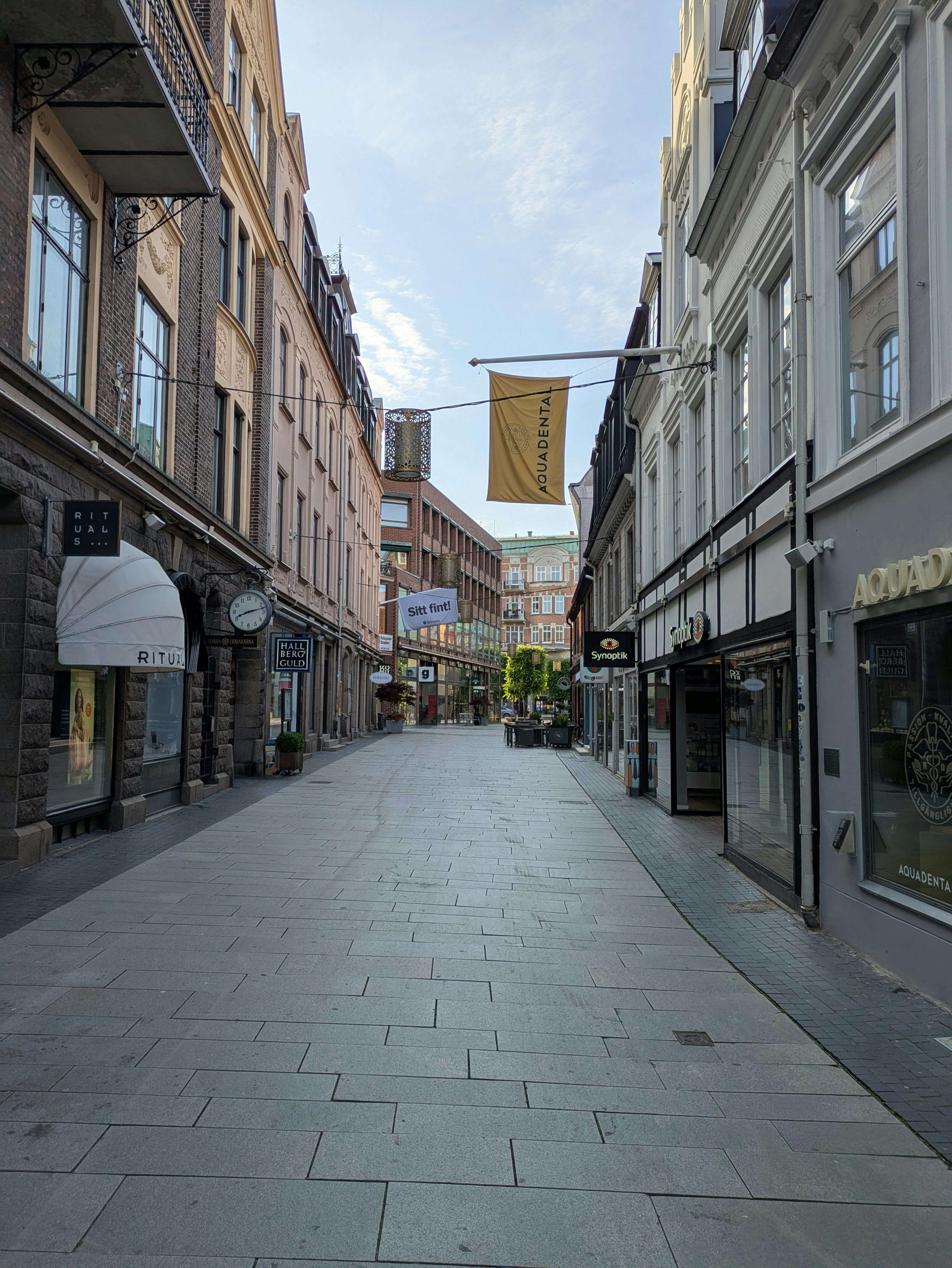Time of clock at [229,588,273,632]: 8:12
